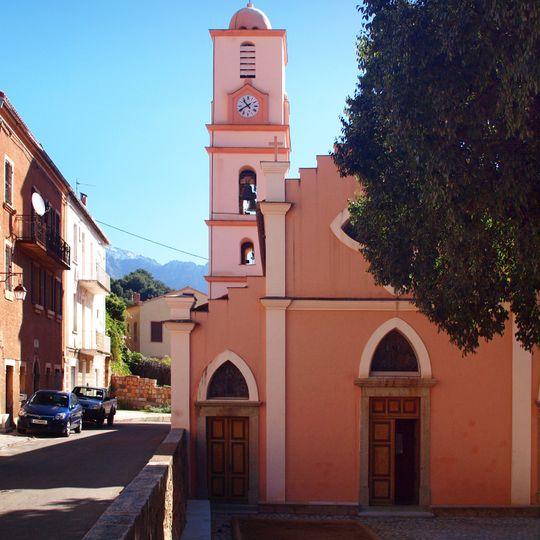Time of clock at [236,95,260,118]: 10:40
